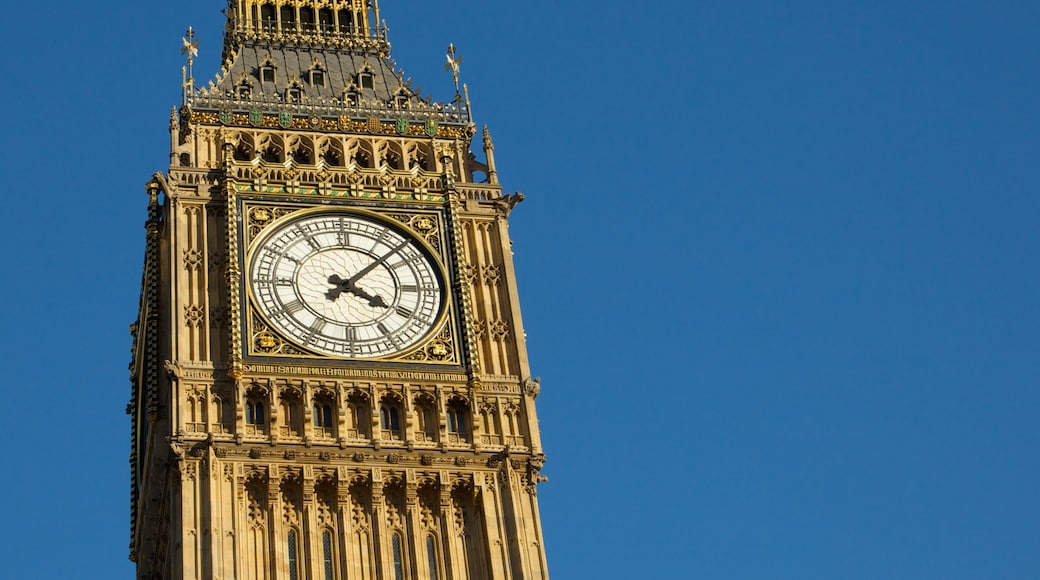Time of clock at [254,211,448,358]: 4:07
